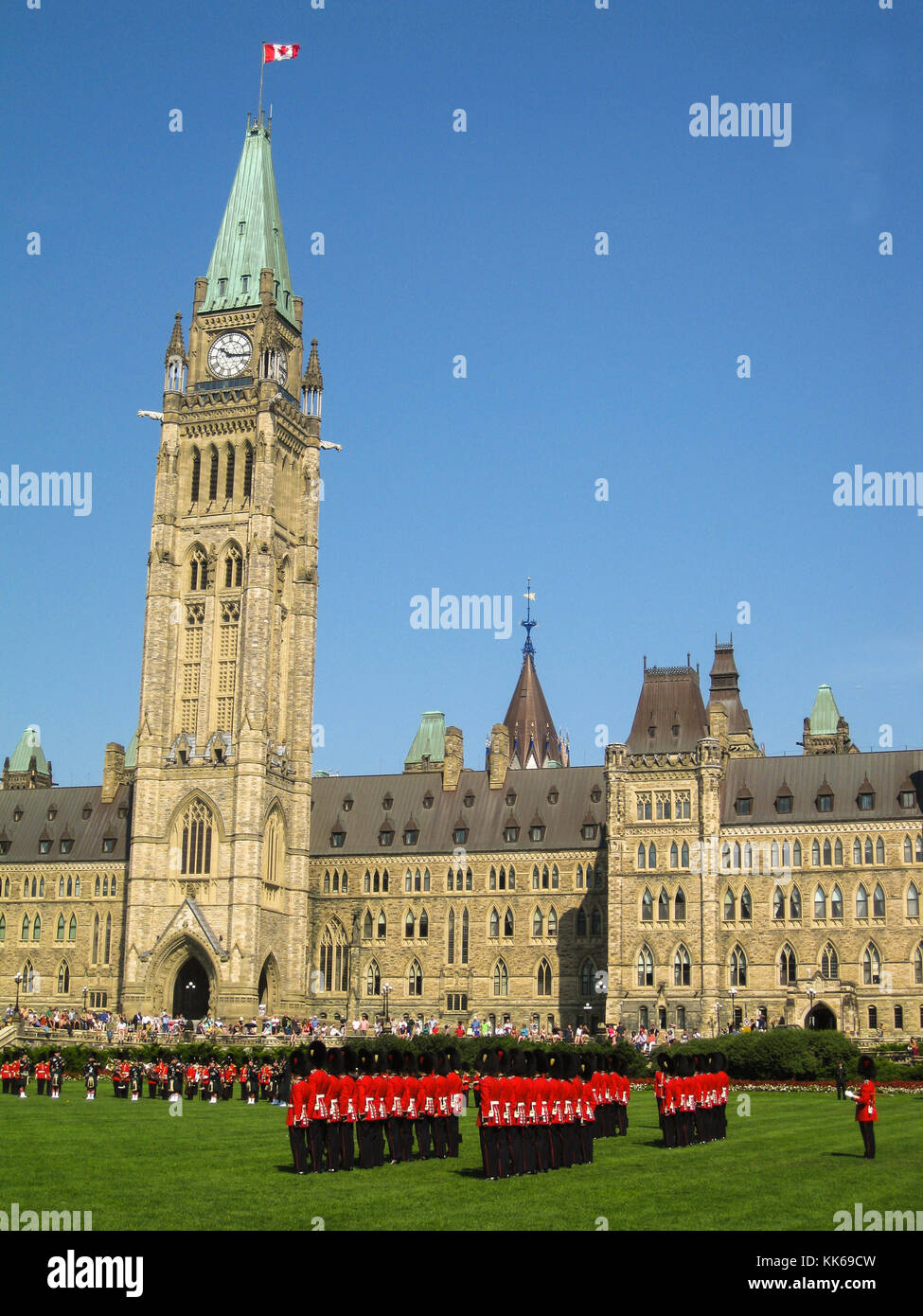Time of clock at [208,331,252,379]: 10:15
